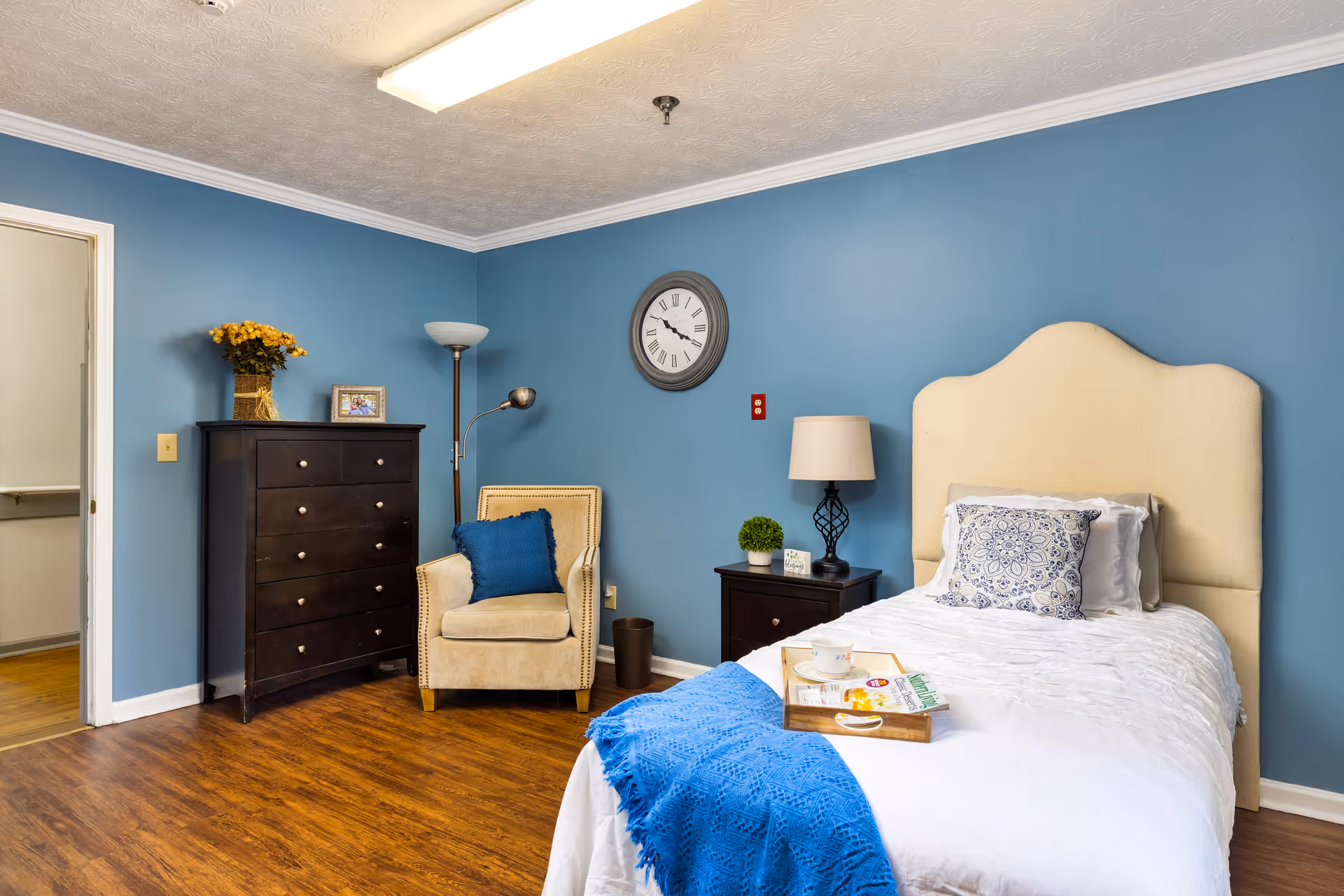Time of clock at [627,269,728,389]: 10:19
